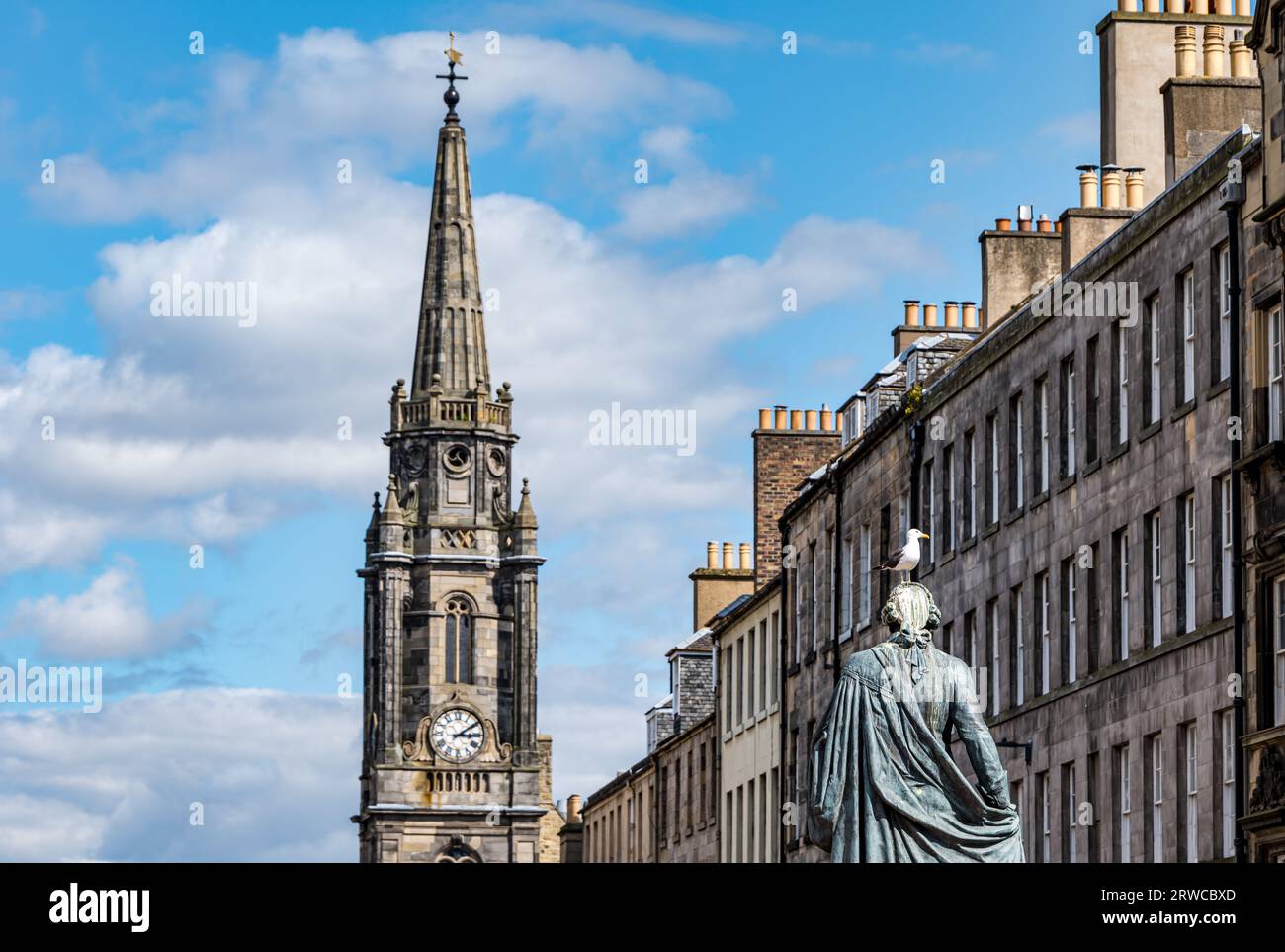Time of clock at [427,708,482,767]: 3:09
